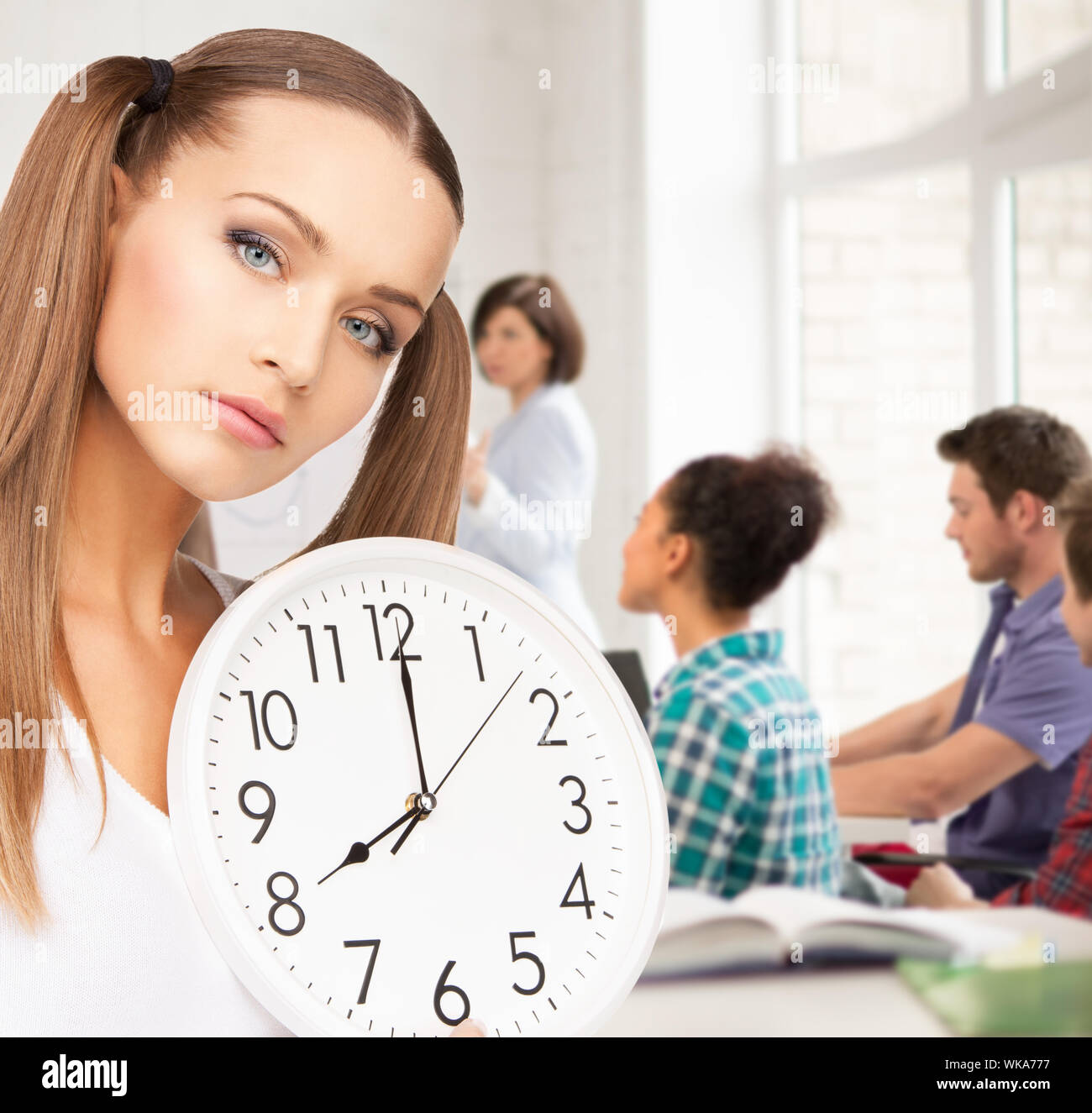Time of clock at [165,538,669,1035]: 8:00
